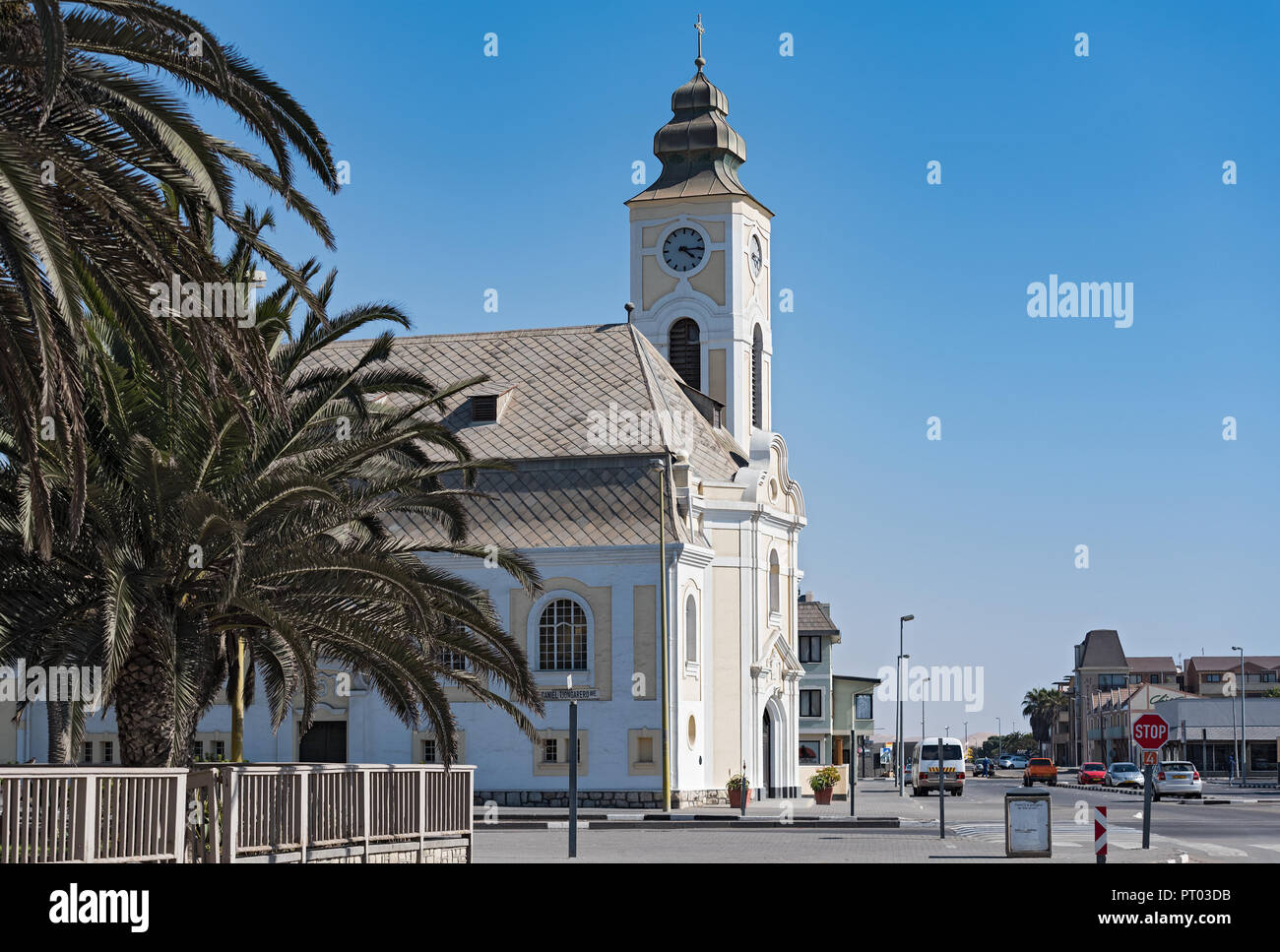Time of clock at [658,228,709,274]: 4:14
